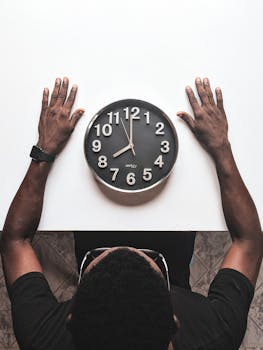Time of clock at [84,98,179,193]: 7:59
